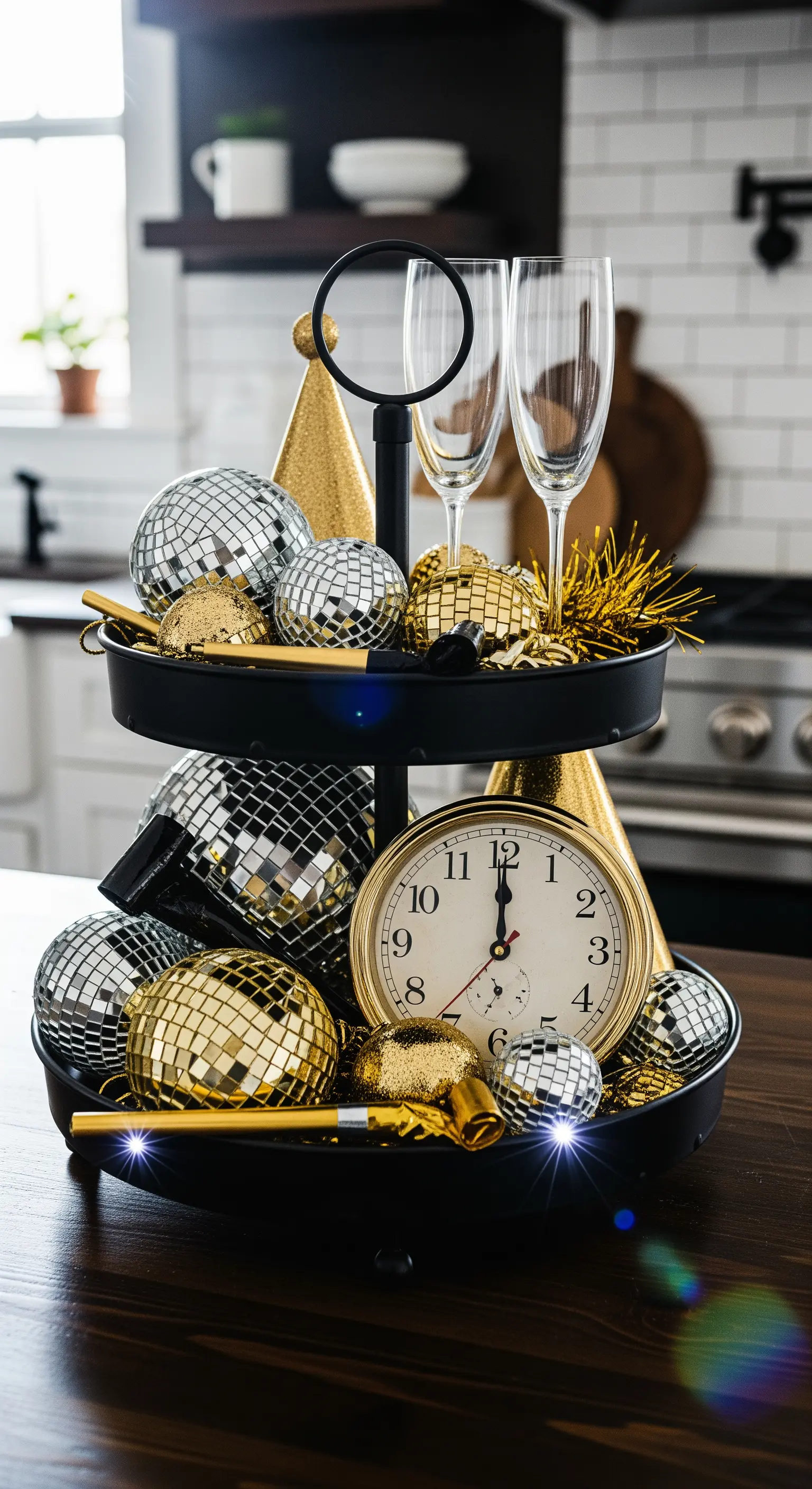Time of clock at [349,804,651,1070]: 11:59
